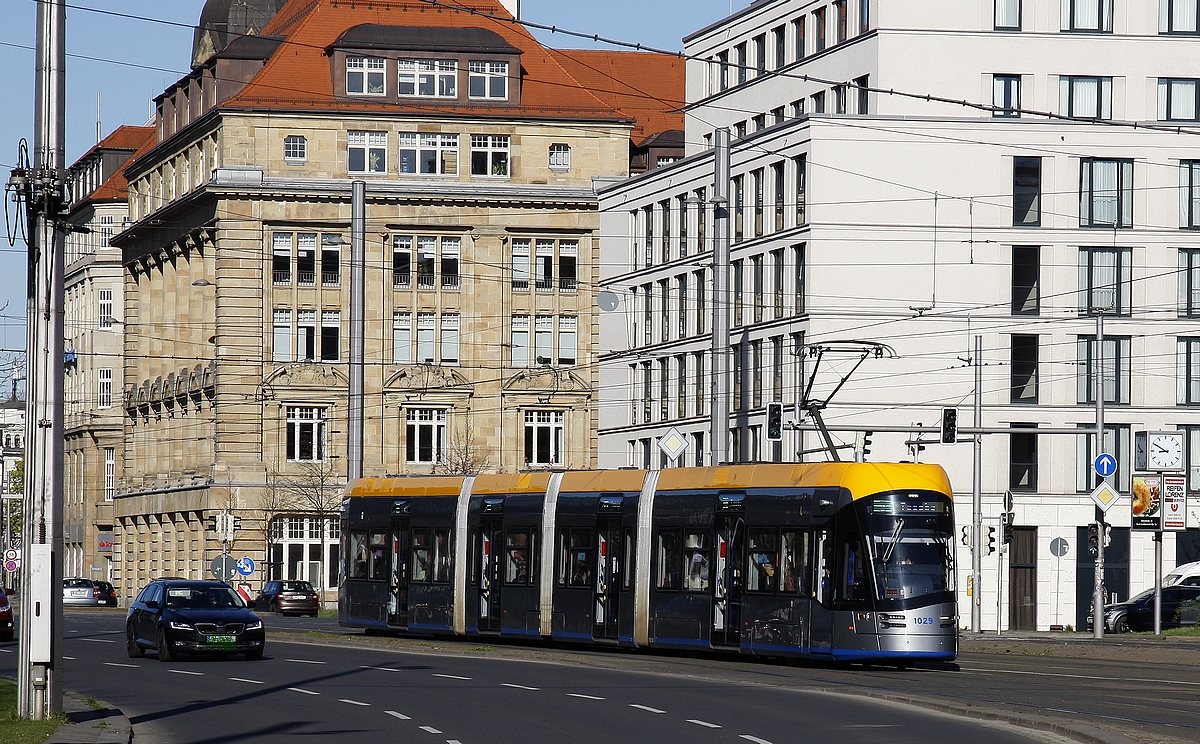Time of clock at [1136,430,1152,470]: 8:50
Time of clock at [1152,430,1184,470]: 8:50
